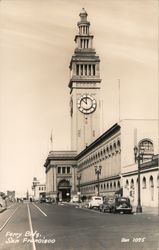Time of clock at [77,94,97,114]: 11:52
